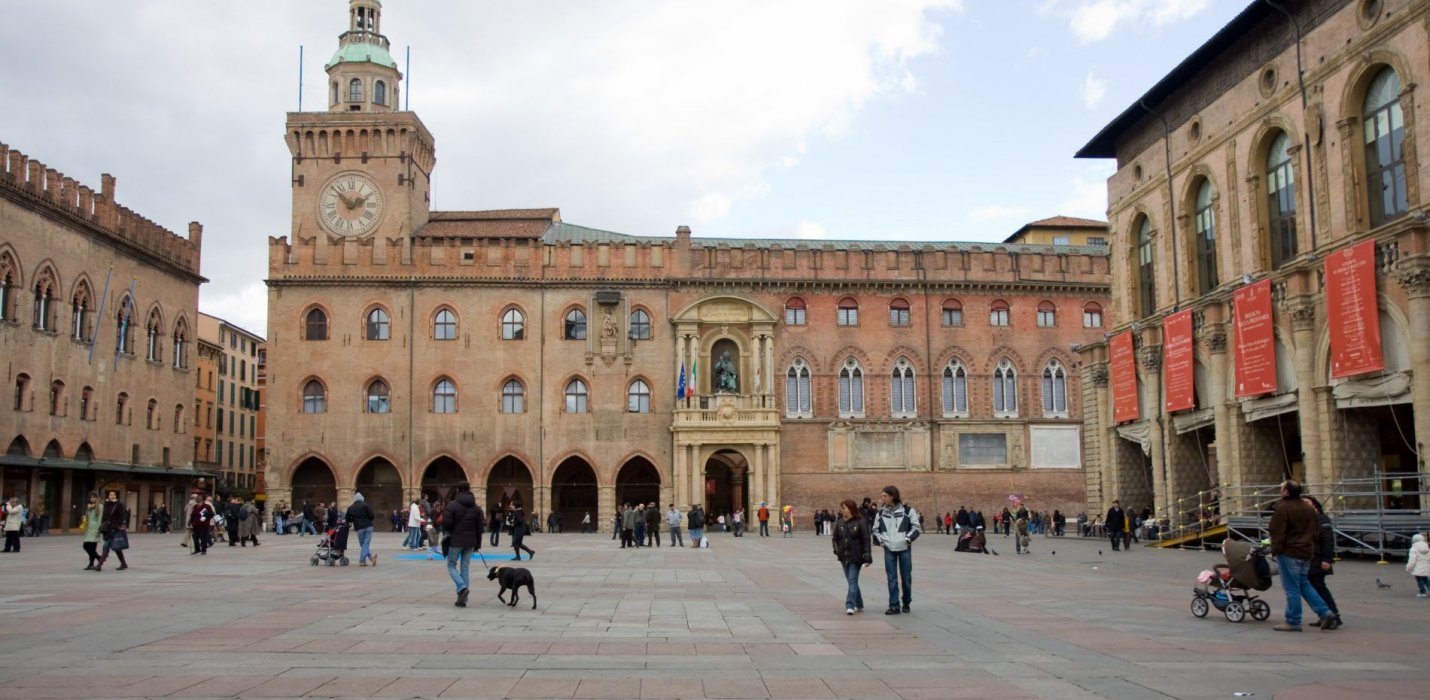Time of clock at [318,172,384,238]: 1:52
